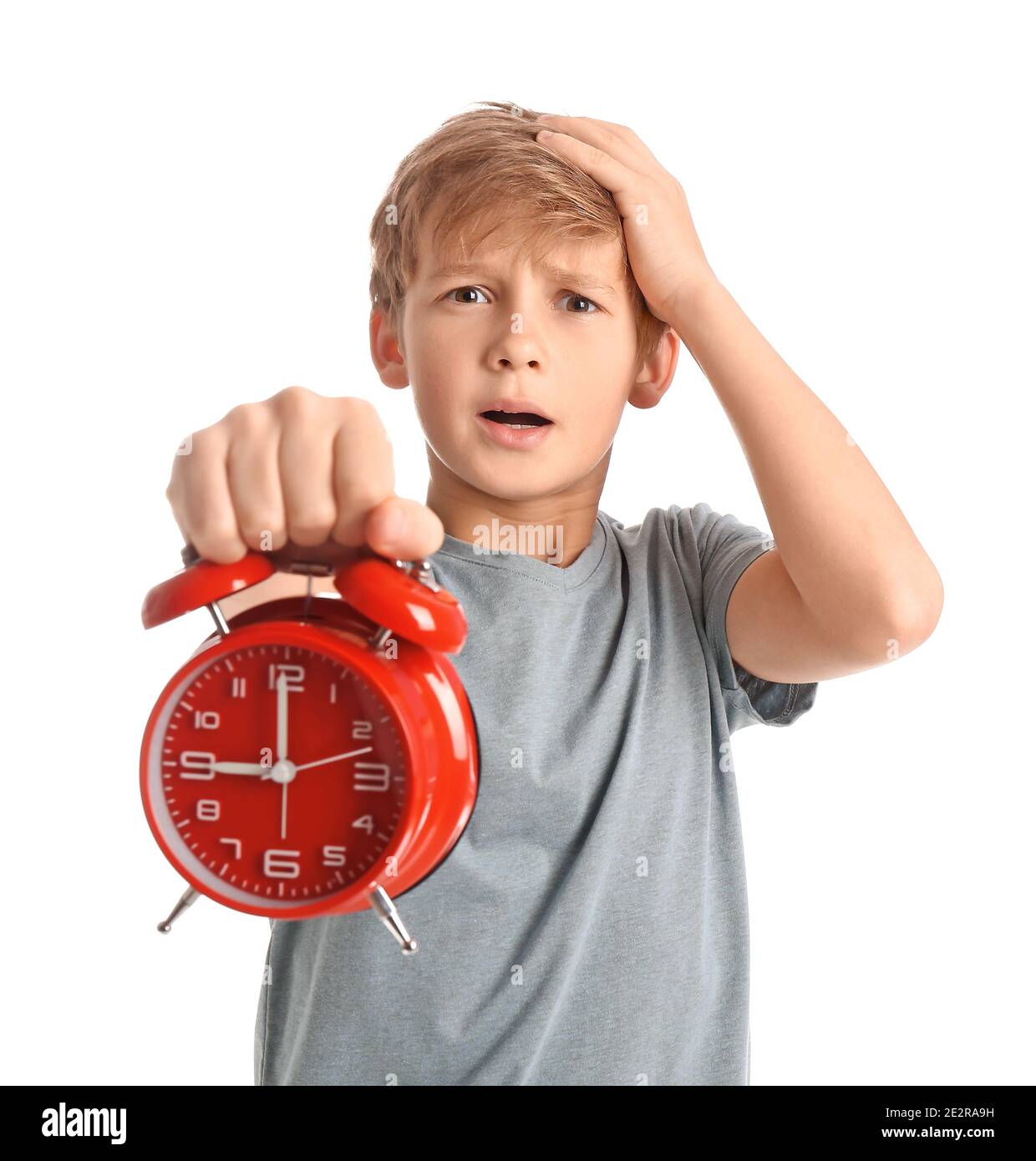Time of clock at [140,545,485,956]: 8:59
